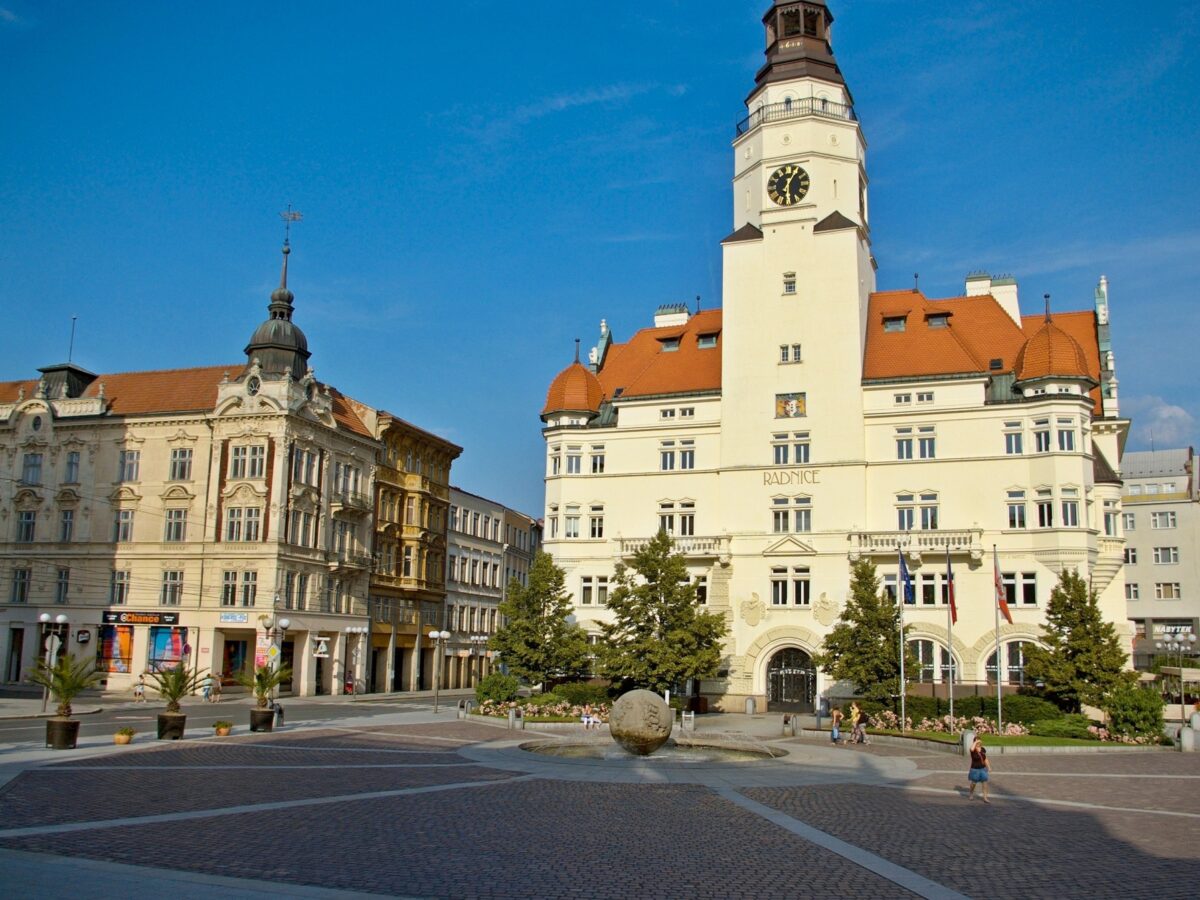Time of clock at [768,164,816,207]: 6:04
